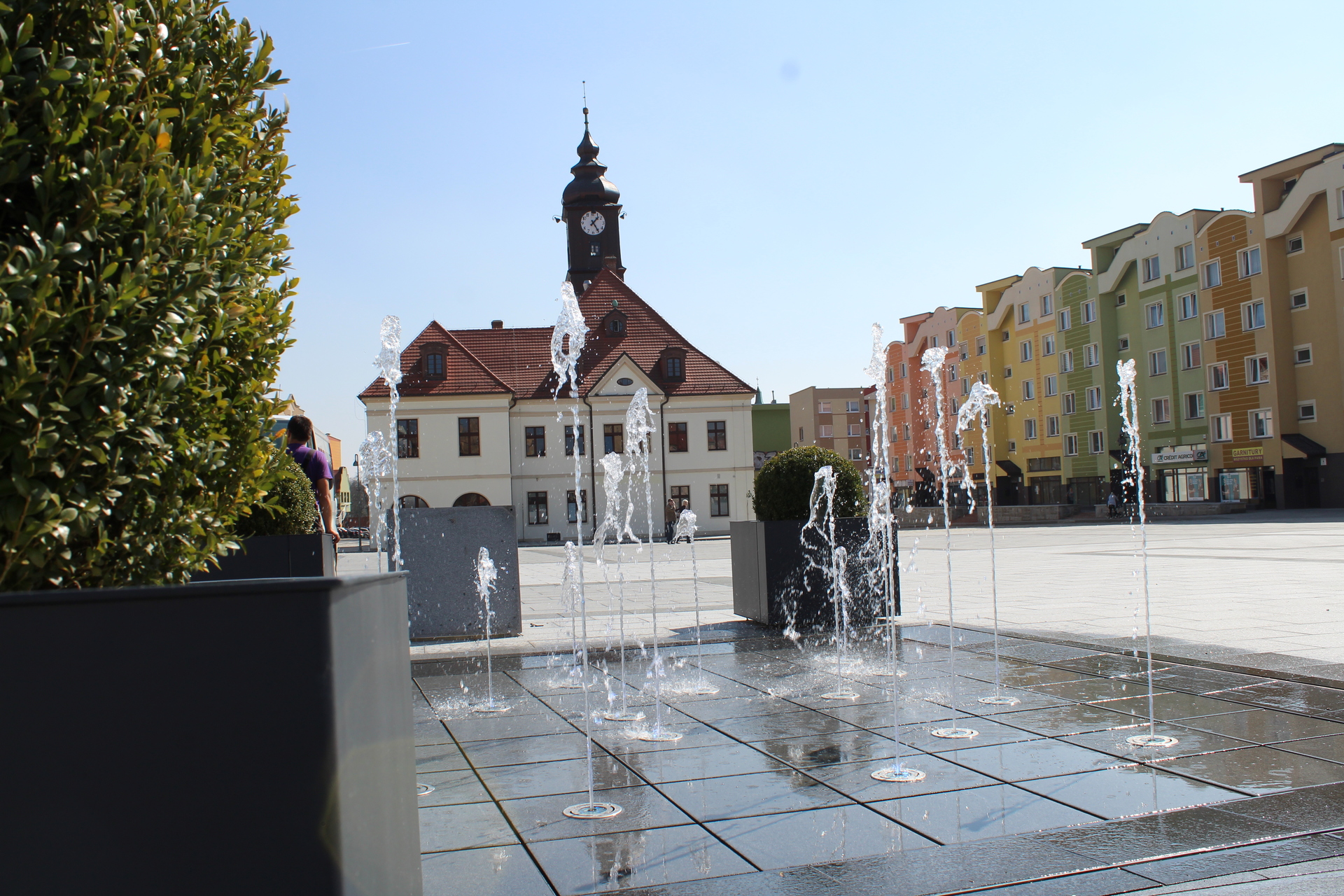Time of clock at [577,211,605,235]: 1:24
